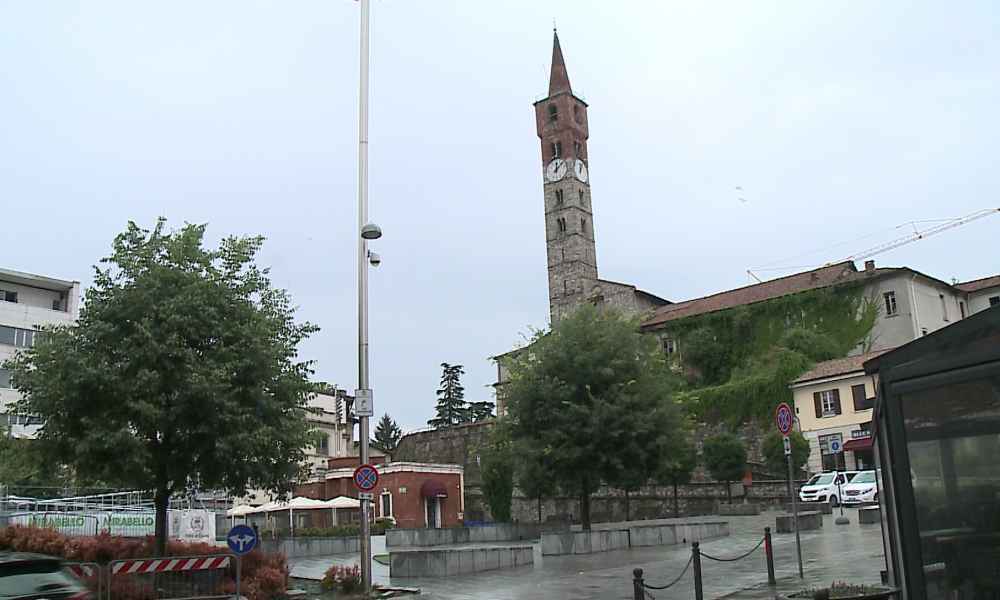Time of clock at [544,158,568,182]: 12:07
